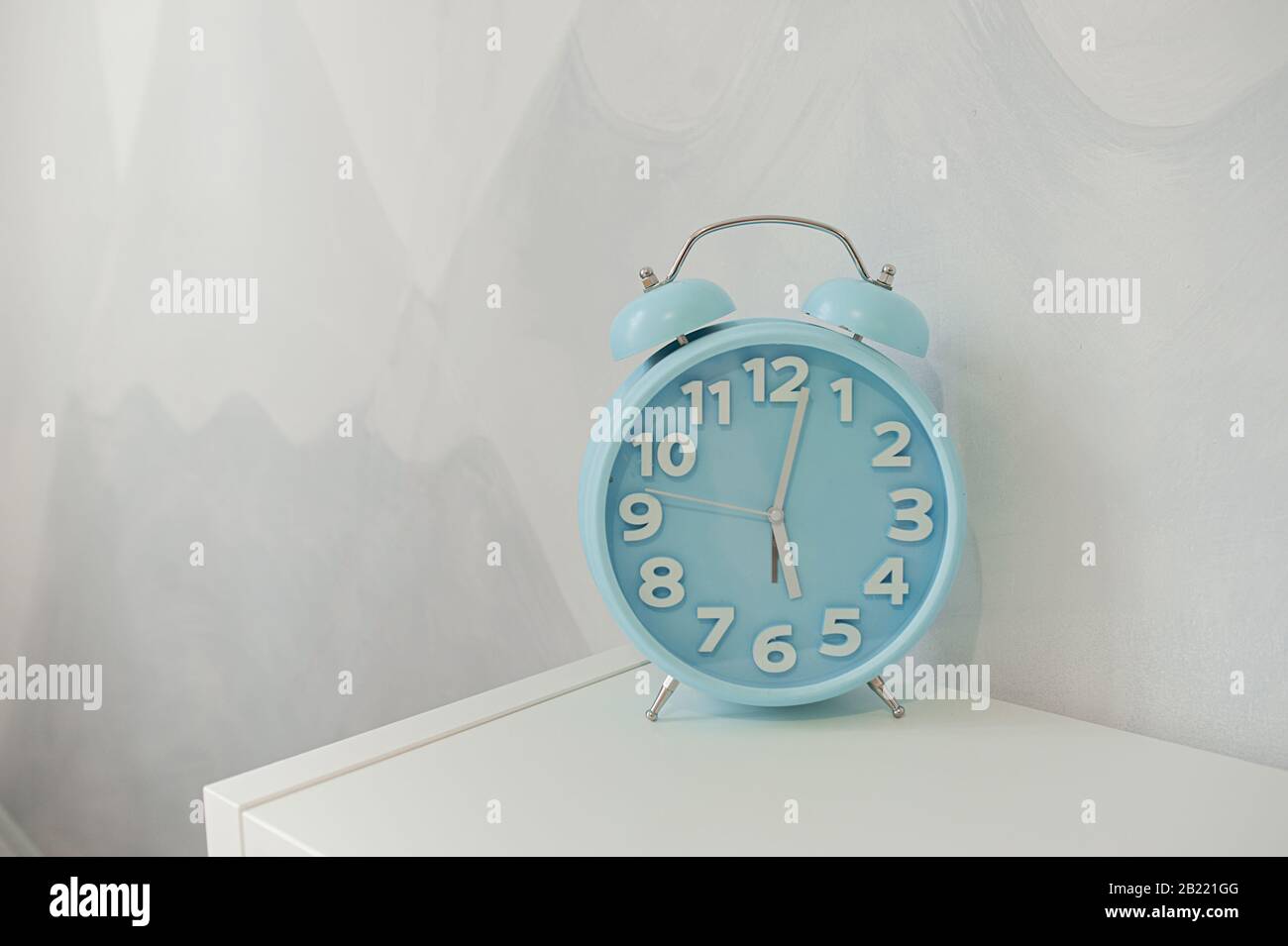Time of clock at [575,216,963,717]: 6:02
